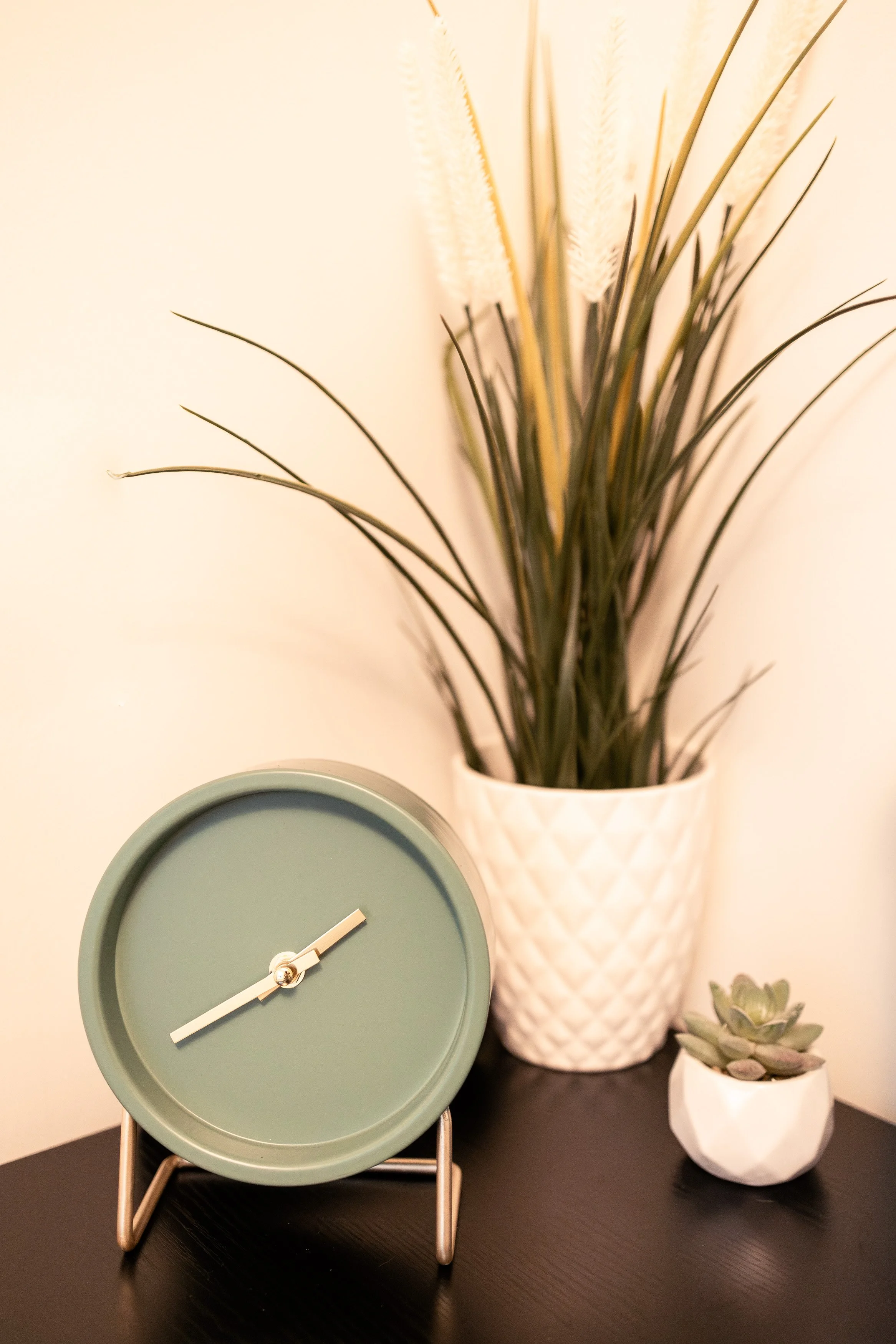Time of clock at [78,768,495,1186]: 1:39
